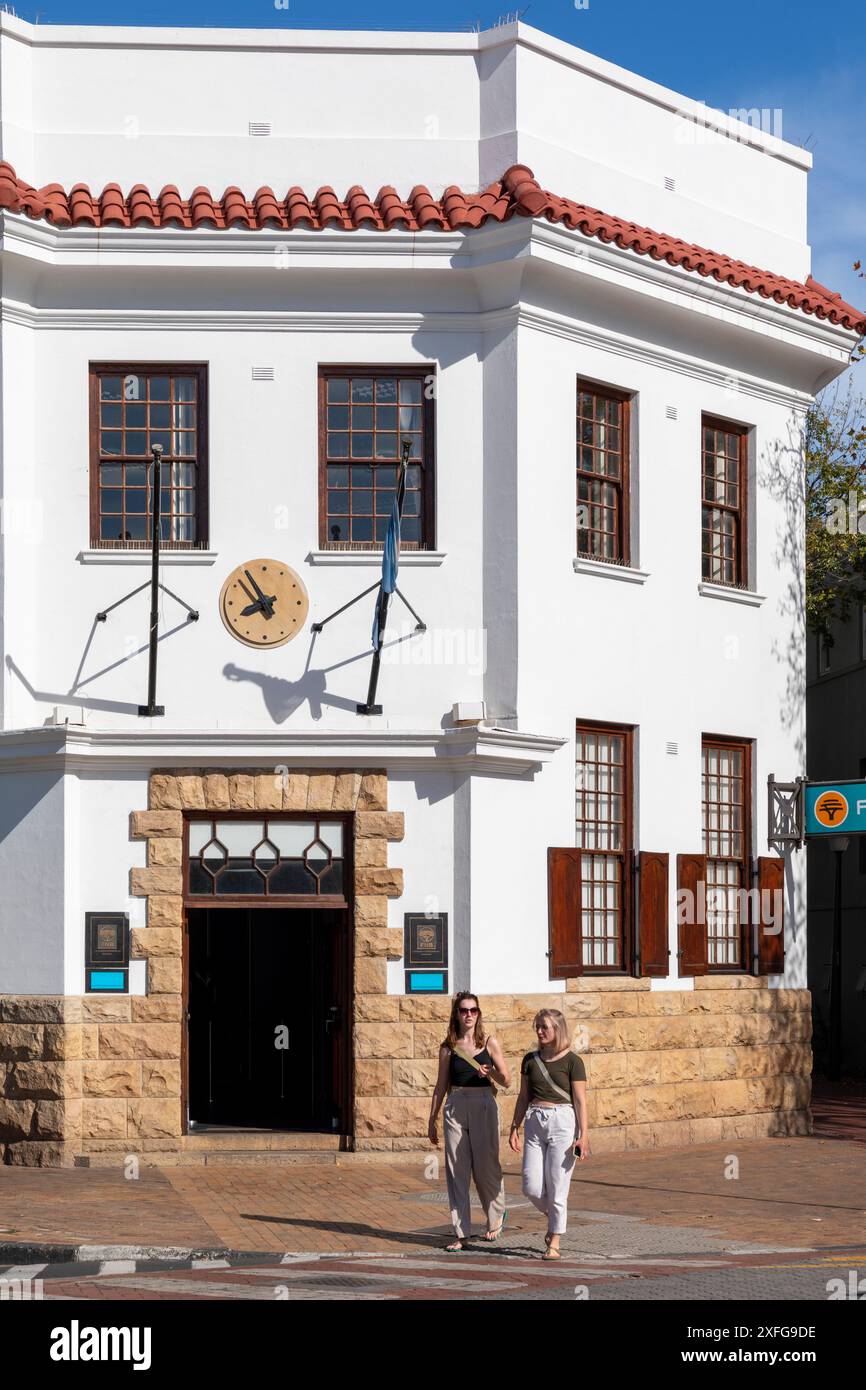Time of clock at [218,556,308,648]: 7:54
